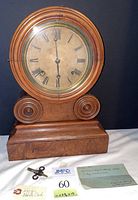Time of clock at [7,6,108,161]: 5:59
